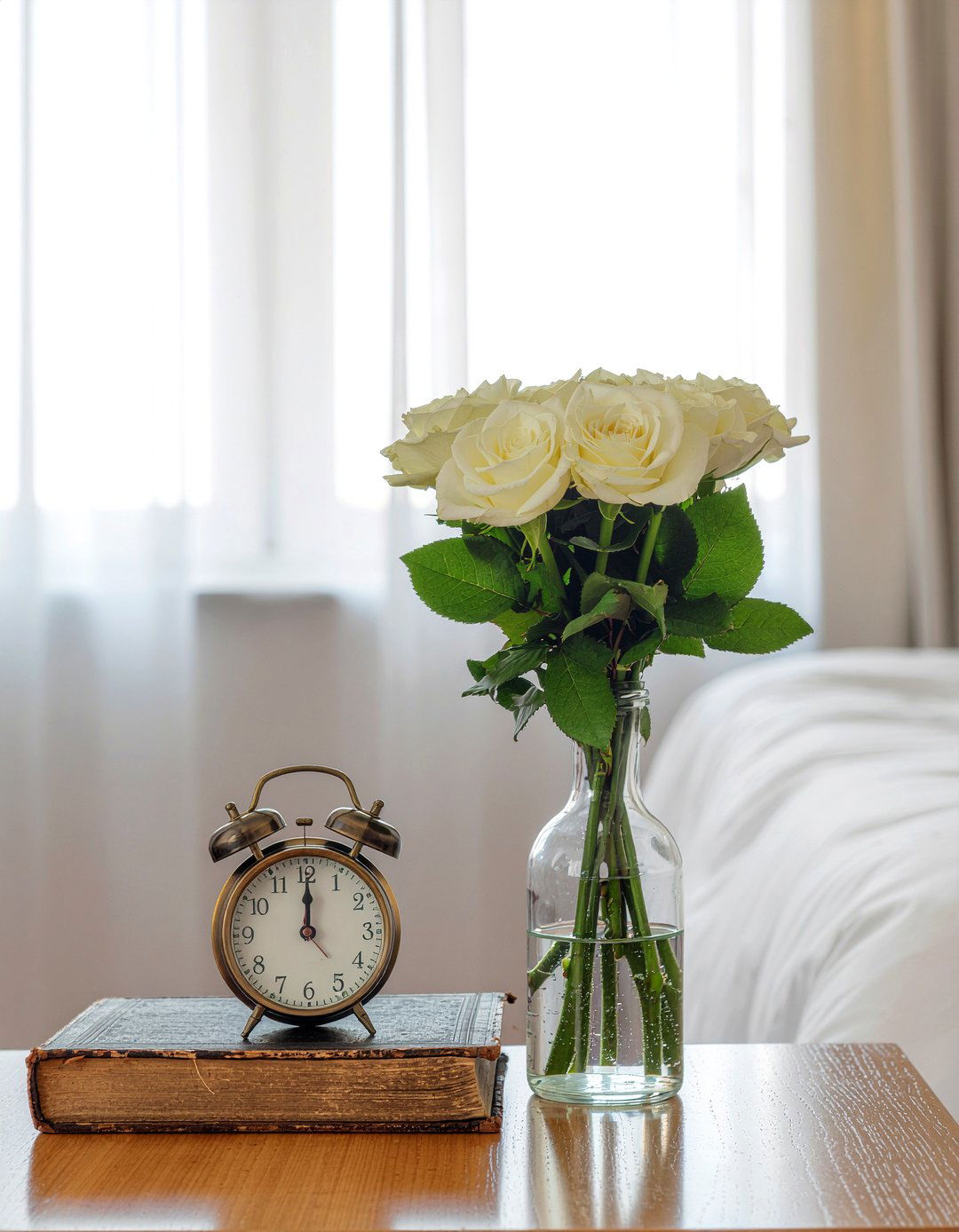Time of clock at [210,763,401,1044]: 12:00
